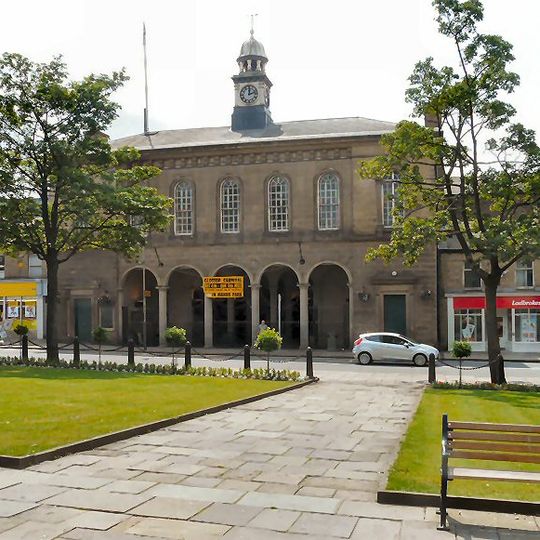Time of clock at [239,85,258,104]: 12:12
